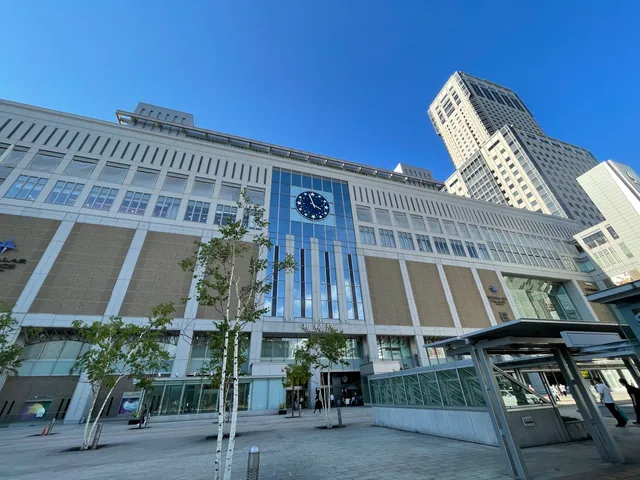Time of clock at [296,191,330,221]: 3:57
